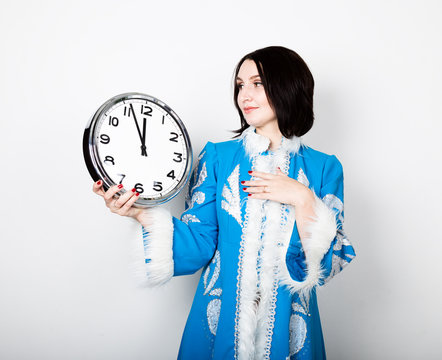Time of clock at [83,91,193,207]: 11:56
